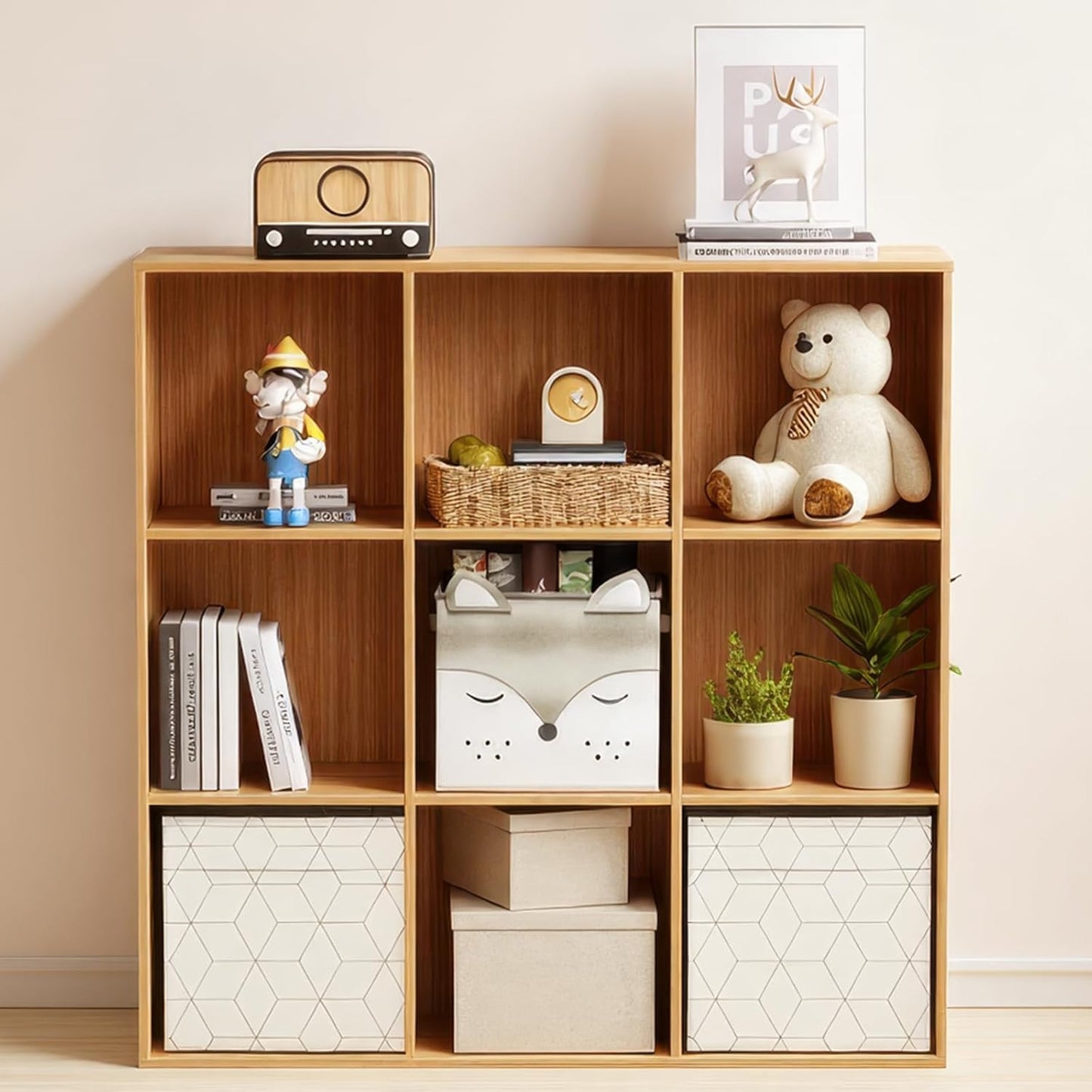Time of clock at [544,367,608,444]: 1:21
